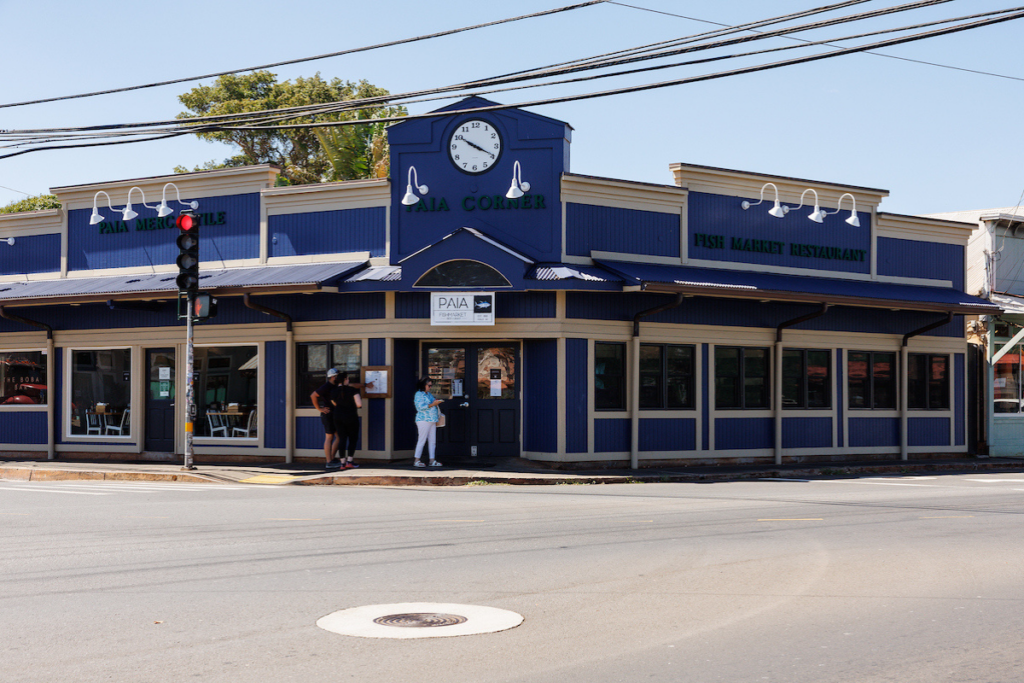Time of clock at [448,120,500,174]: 3:50
